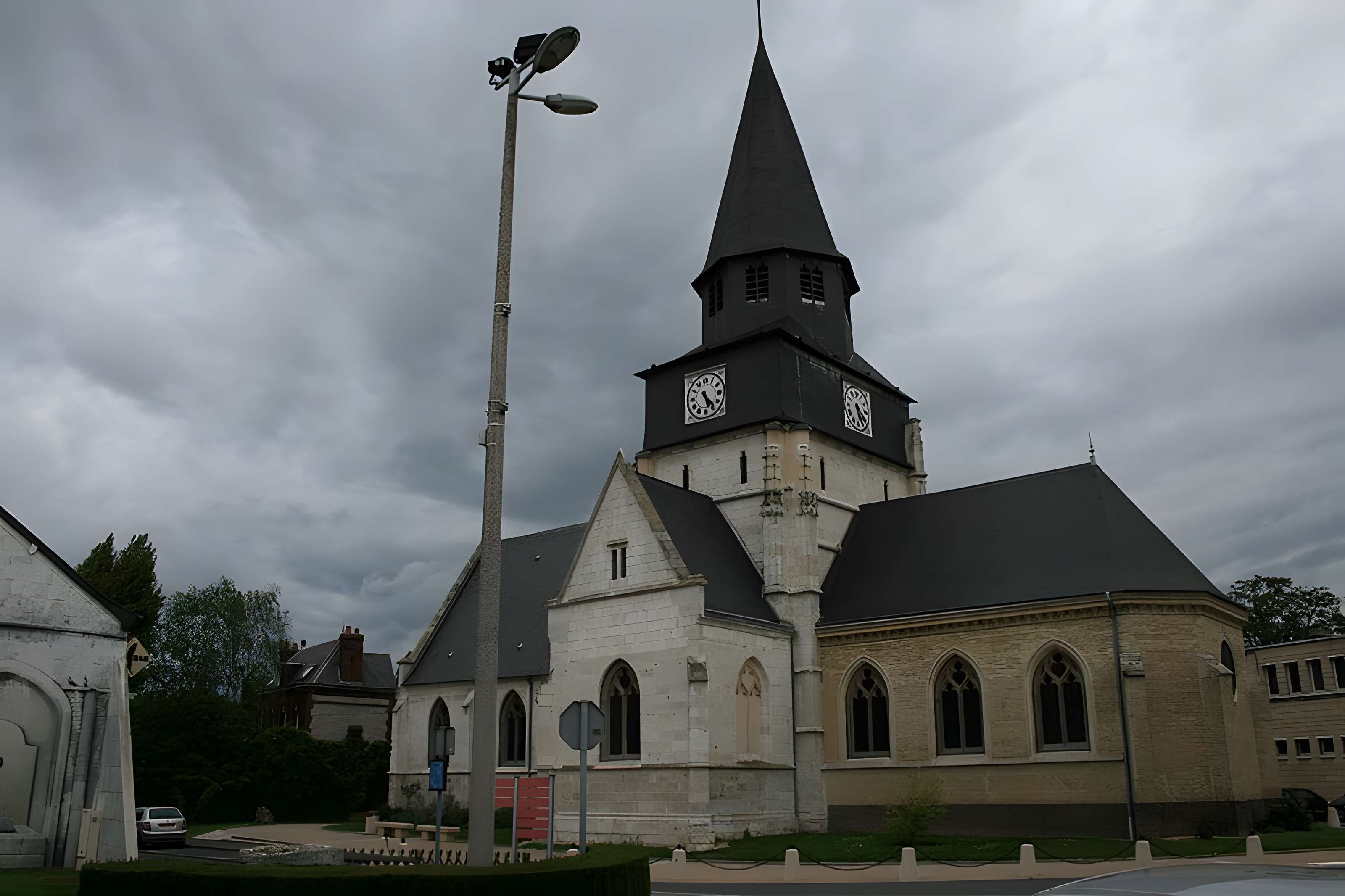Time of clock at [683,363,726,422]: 5:23
